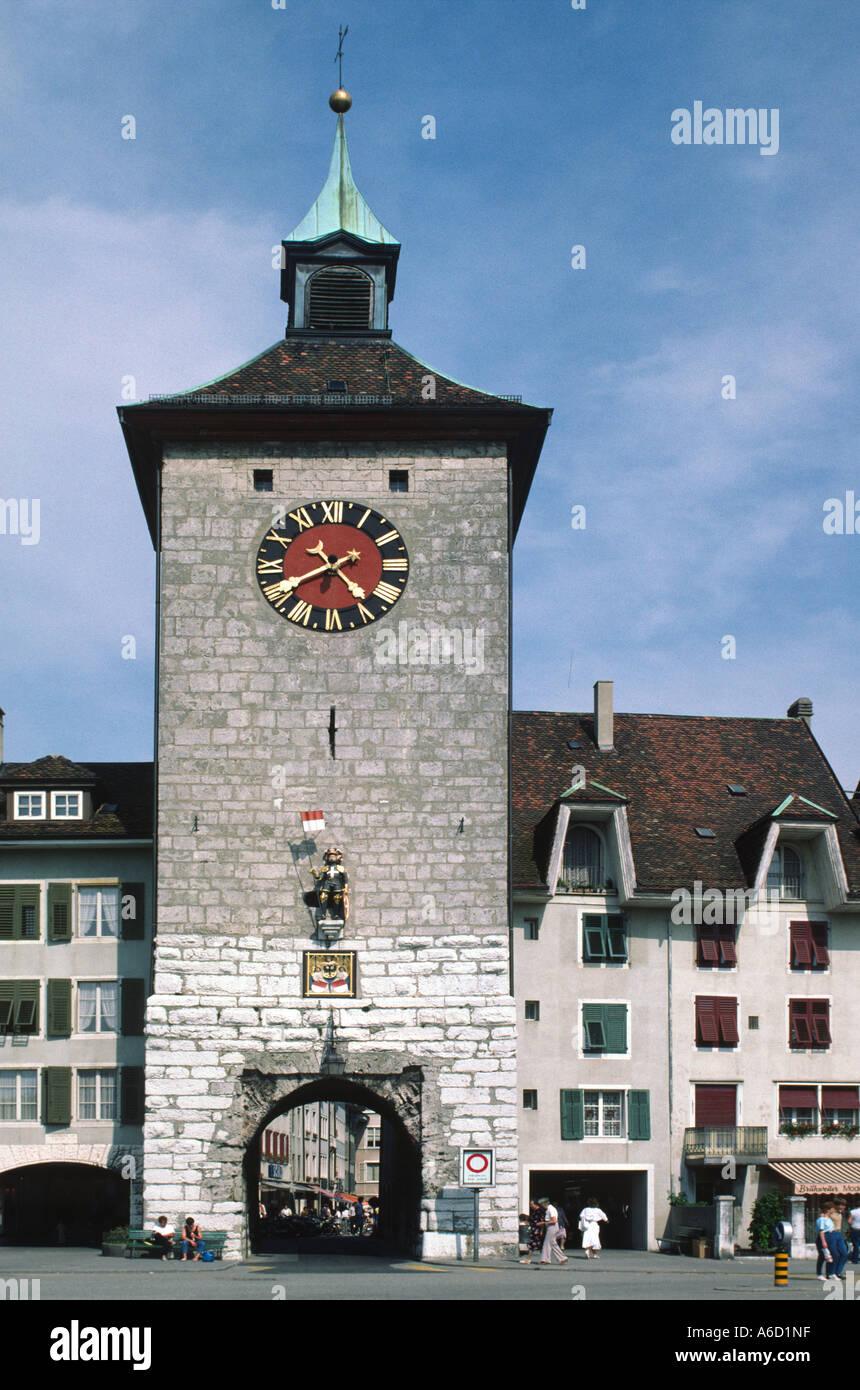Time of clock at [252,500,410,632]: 4:40
